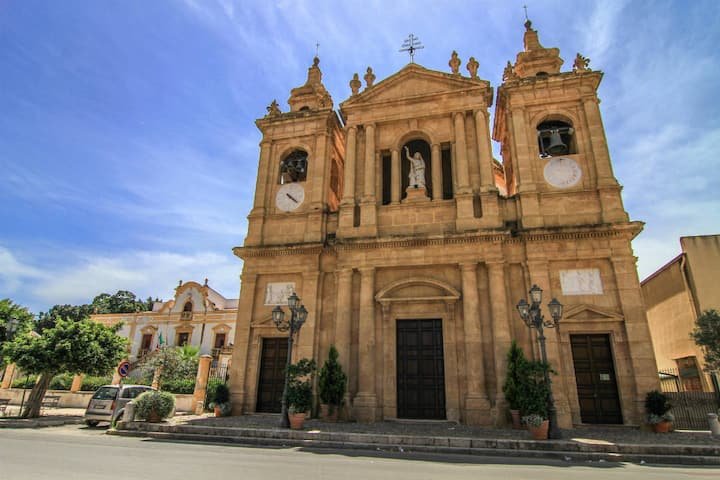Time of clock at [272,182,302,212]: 4:21
